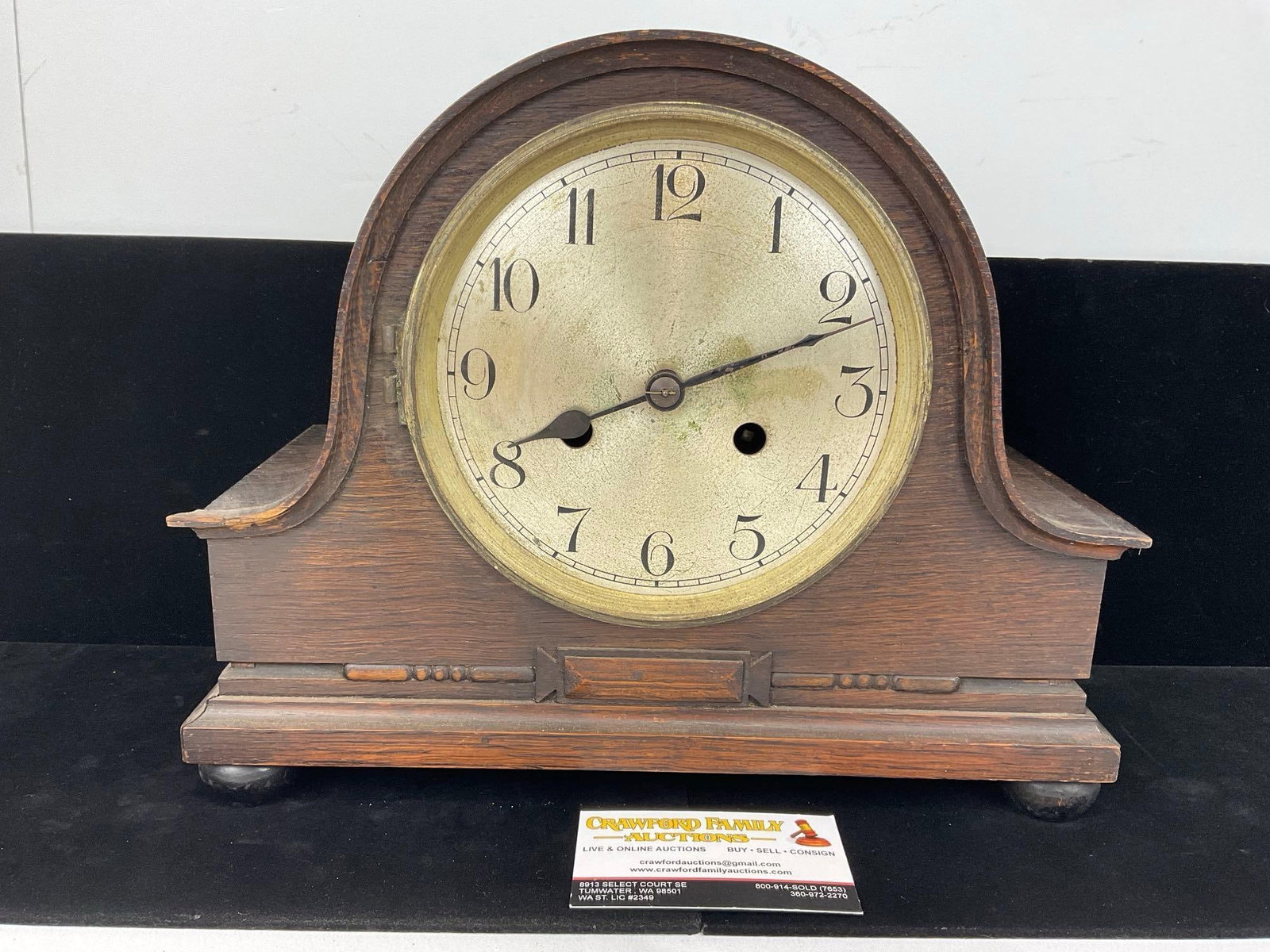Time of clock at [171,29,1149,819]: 8:11
